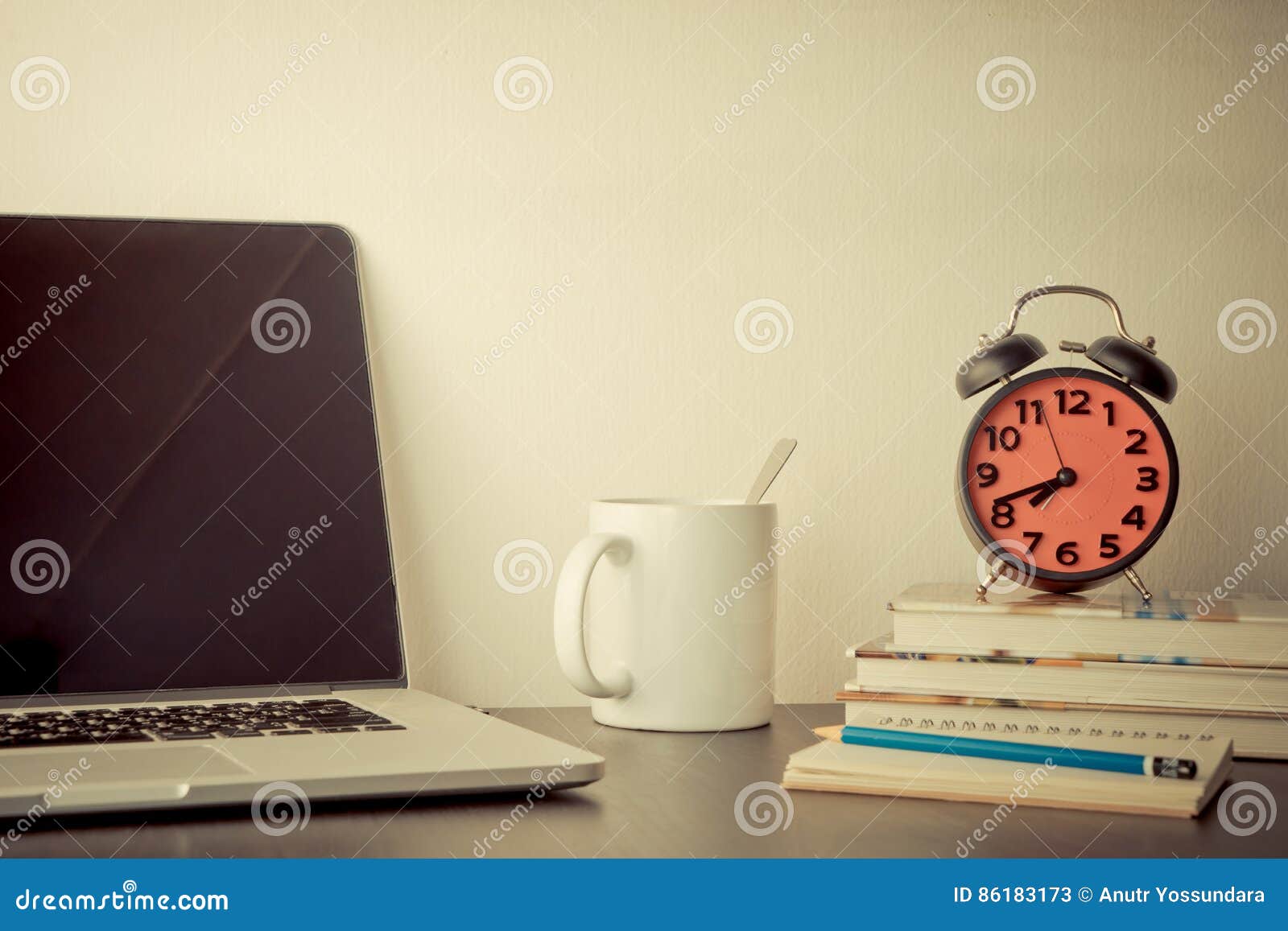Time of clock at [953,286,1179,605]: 7:41
